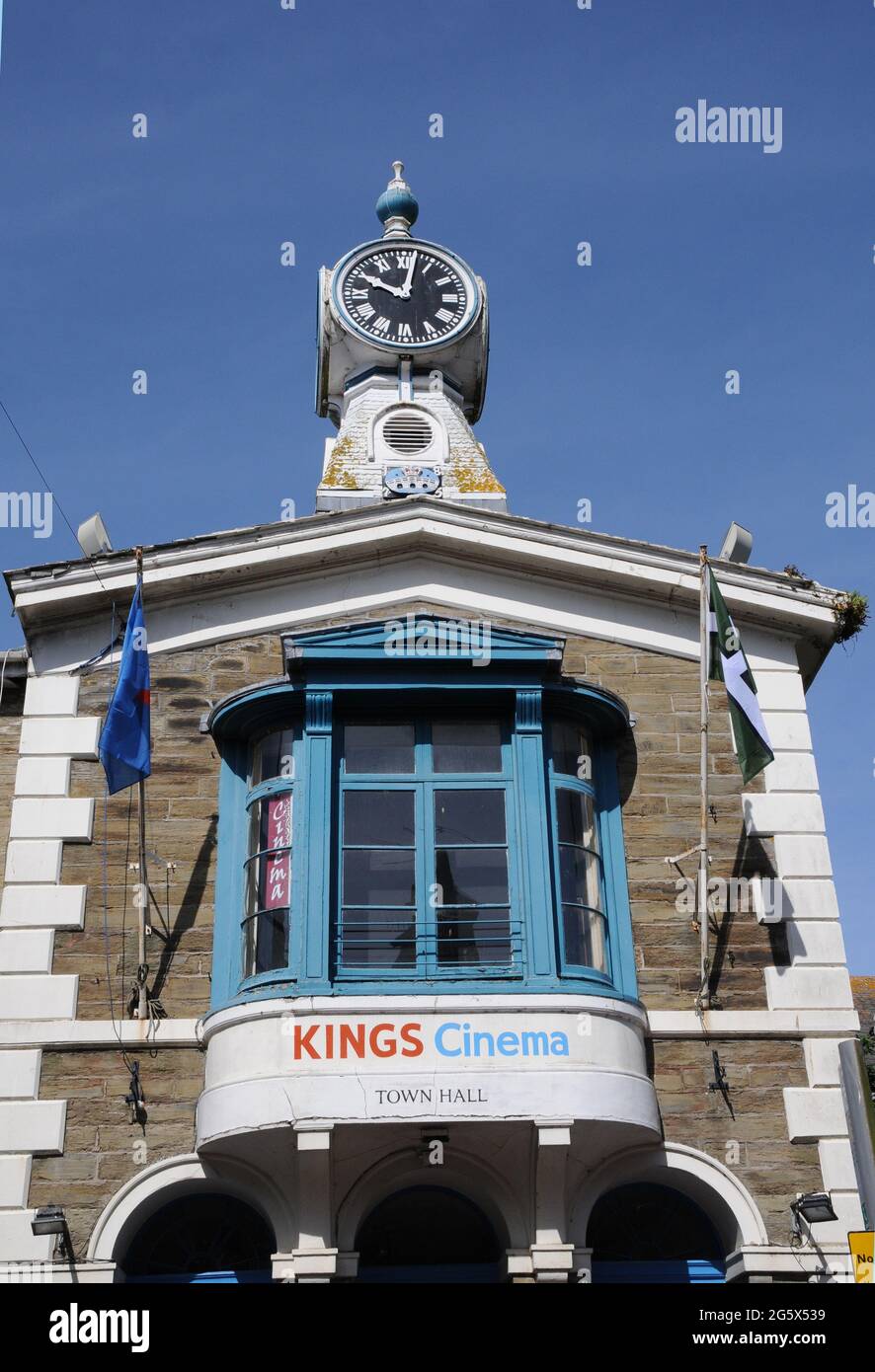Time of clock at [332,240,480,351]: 10:02
